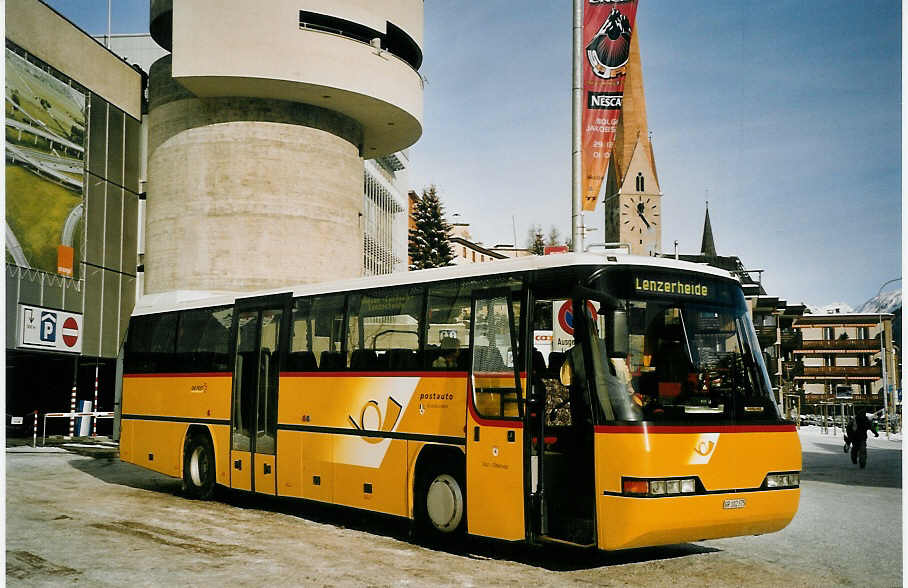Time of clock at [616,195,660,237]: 12:23
